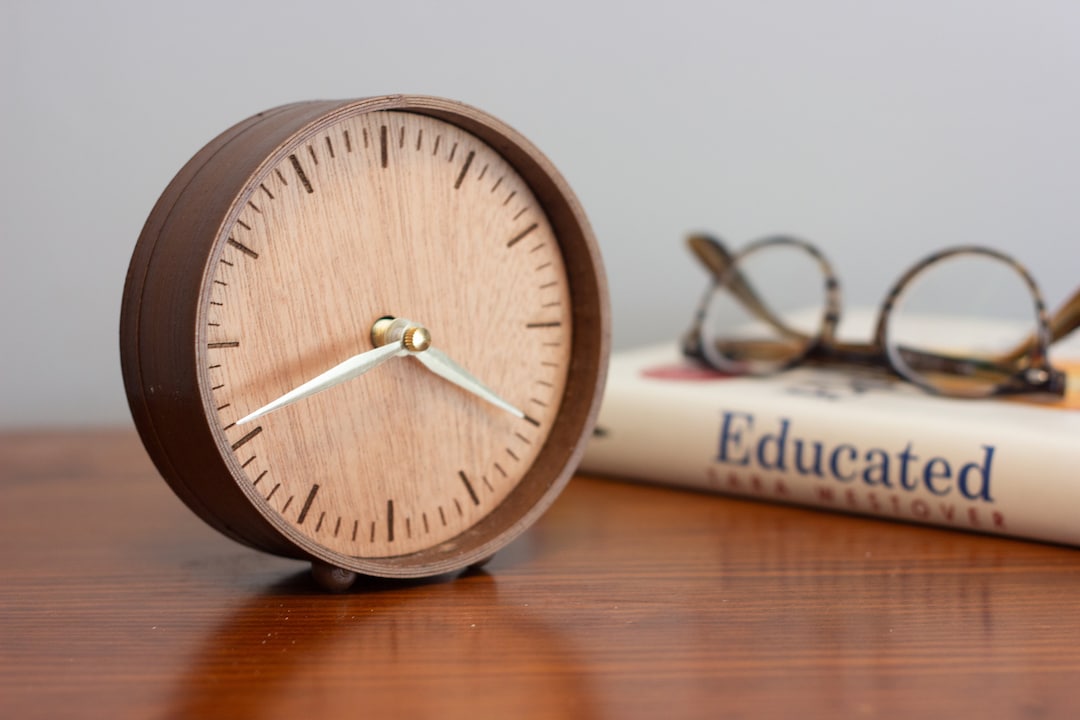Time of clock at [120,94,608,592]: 8:19
